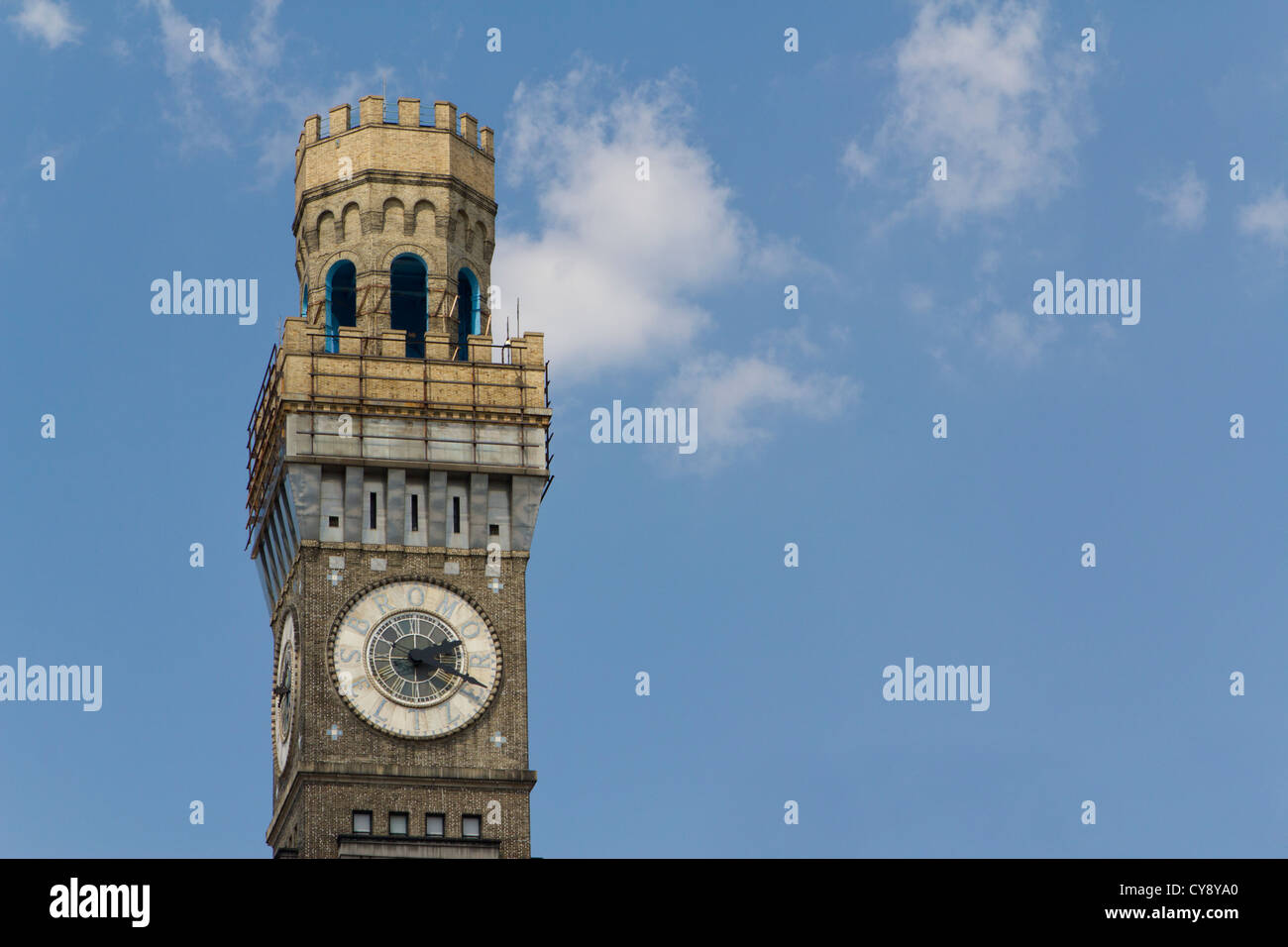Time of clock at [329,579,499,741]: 2:18
